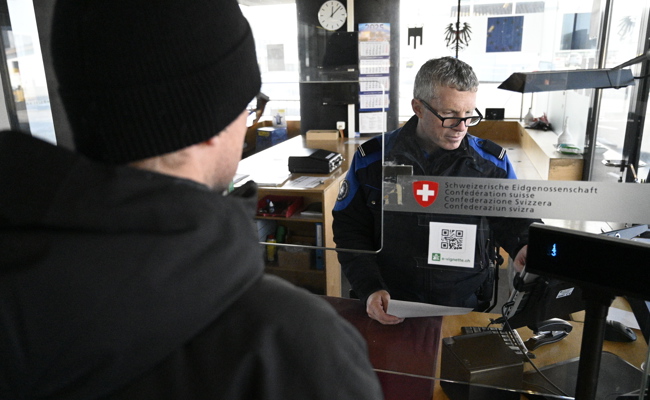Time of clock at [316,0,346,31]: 12:07
